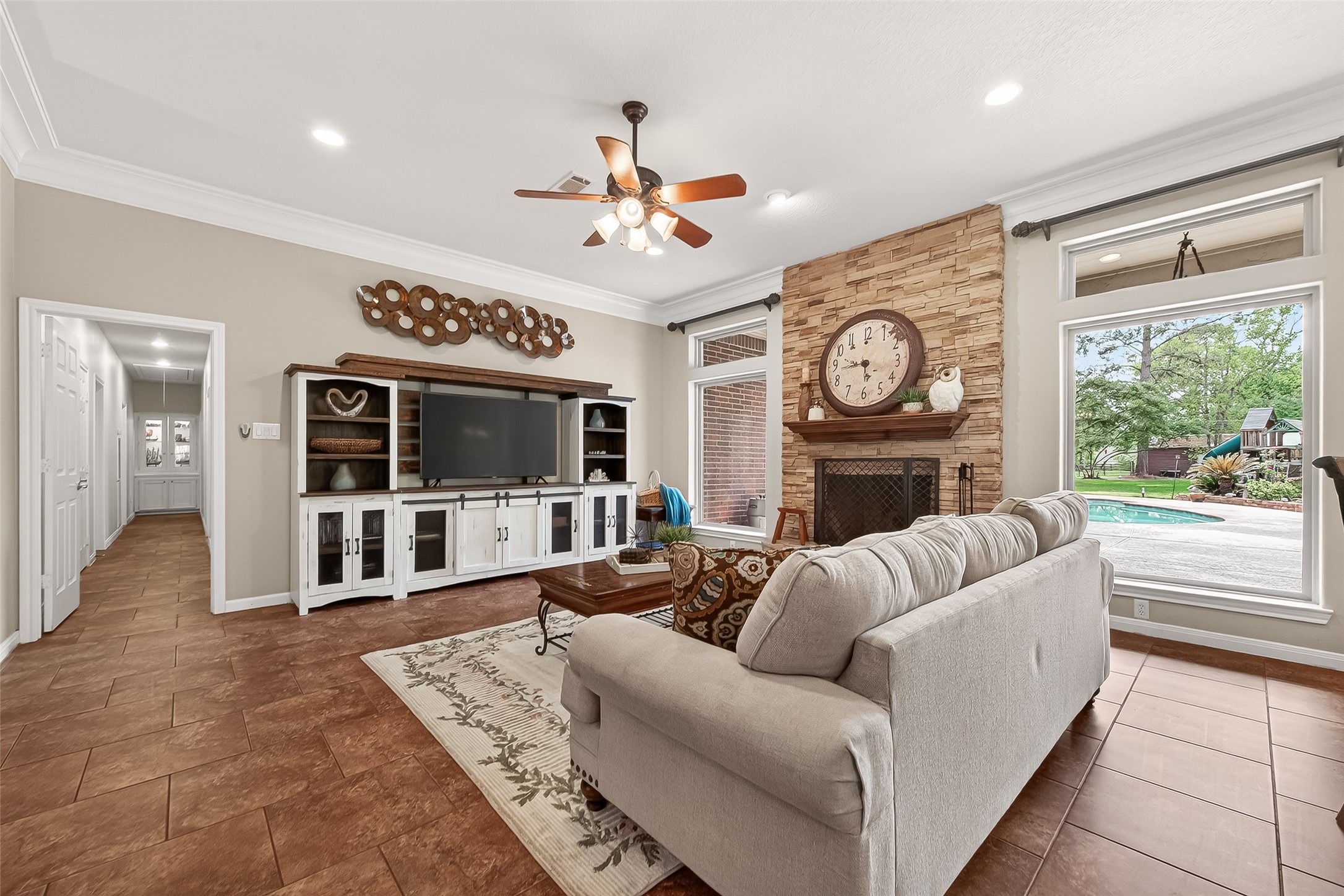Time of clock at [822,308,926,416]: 5:43
